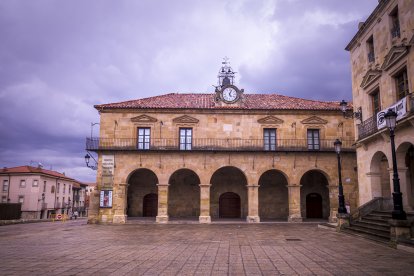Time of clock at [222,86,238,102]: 5:03
